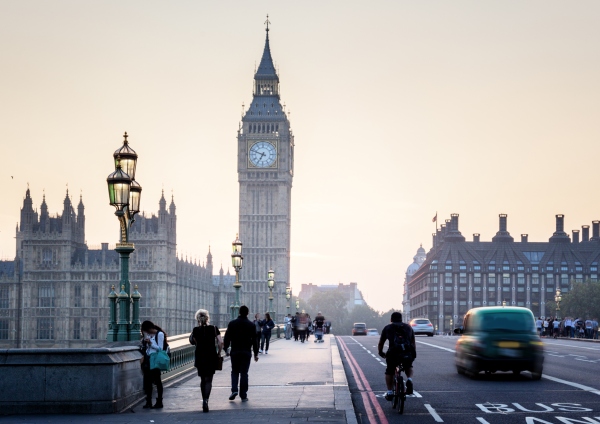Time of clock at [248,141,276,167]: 6:48
